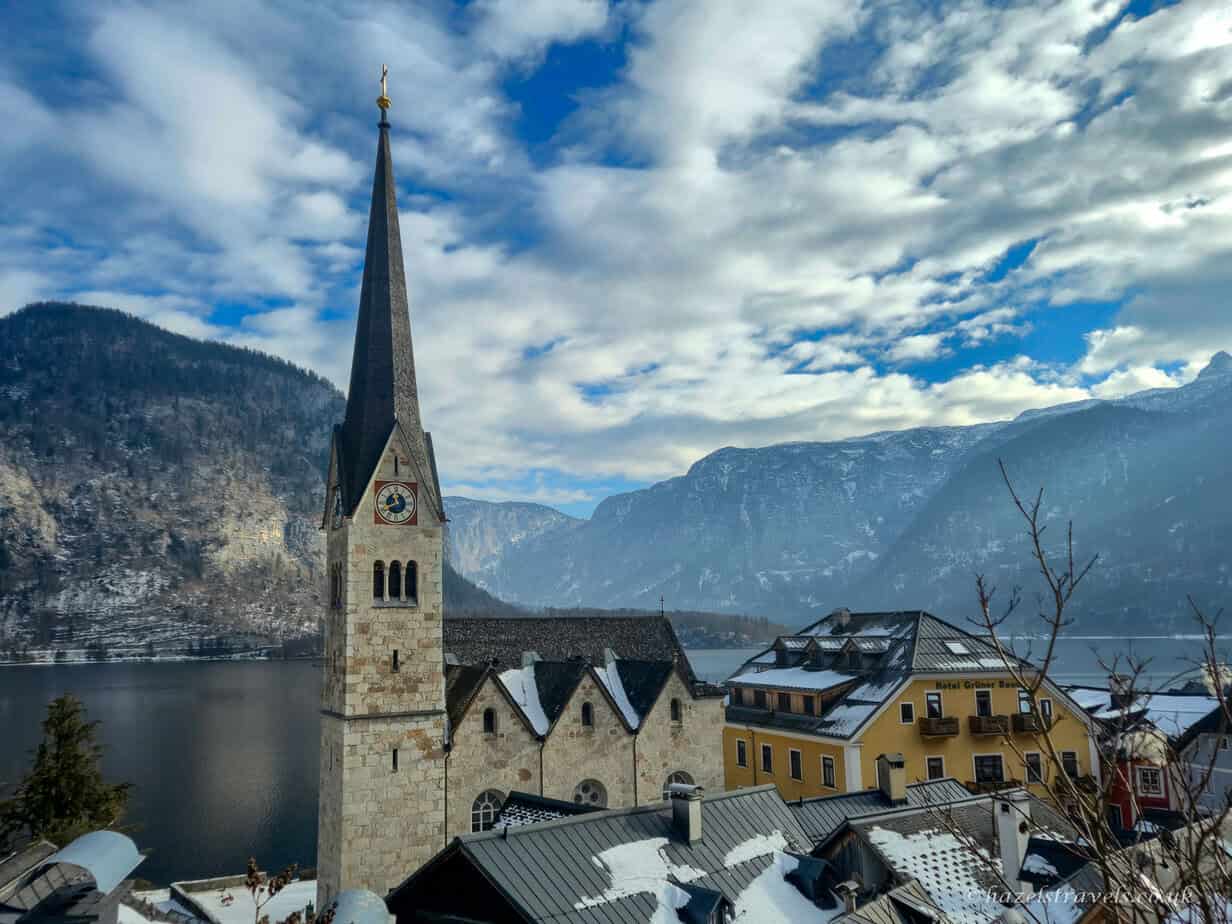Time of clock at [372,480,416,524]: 11:40
